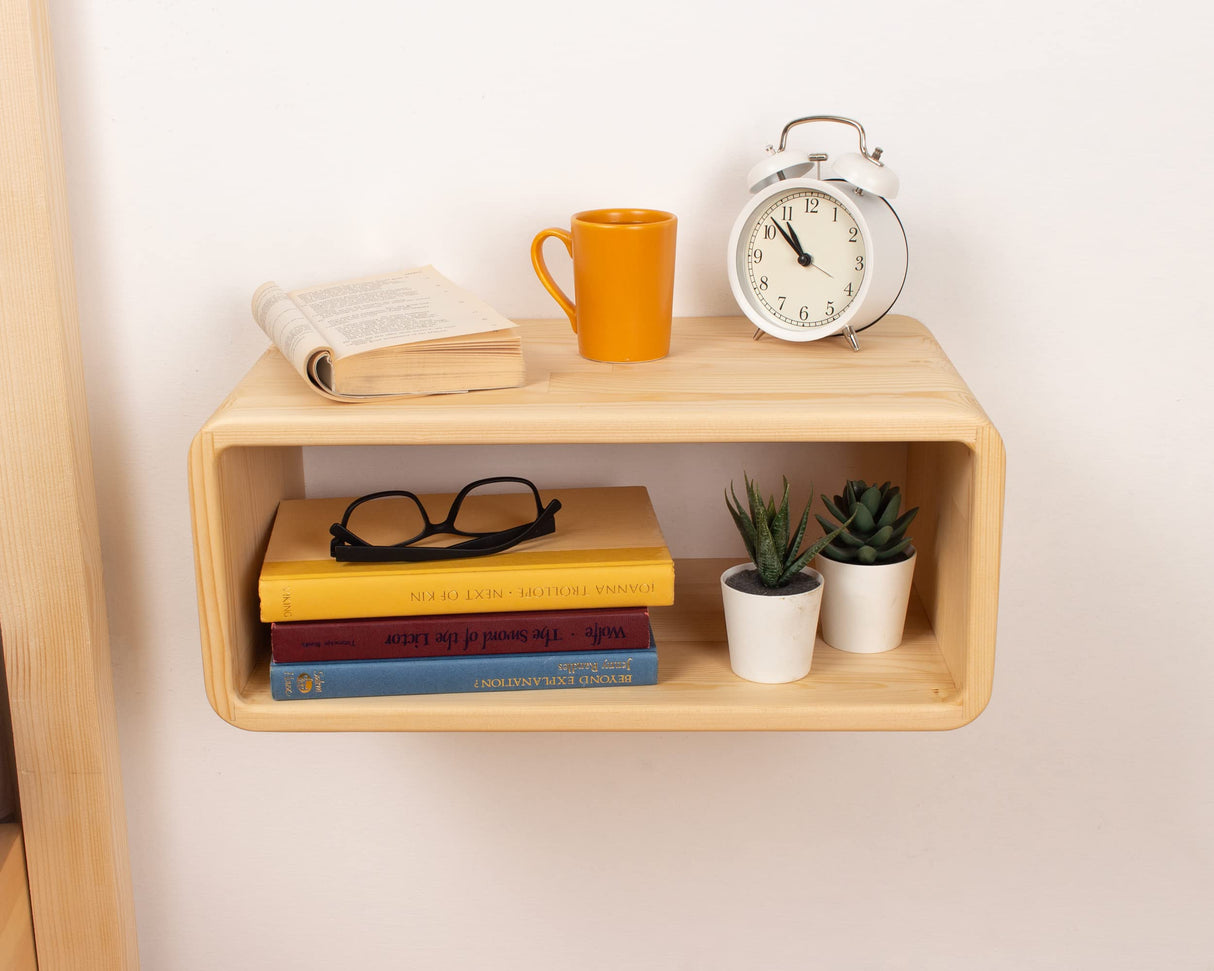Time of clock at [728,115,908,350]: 10:51
